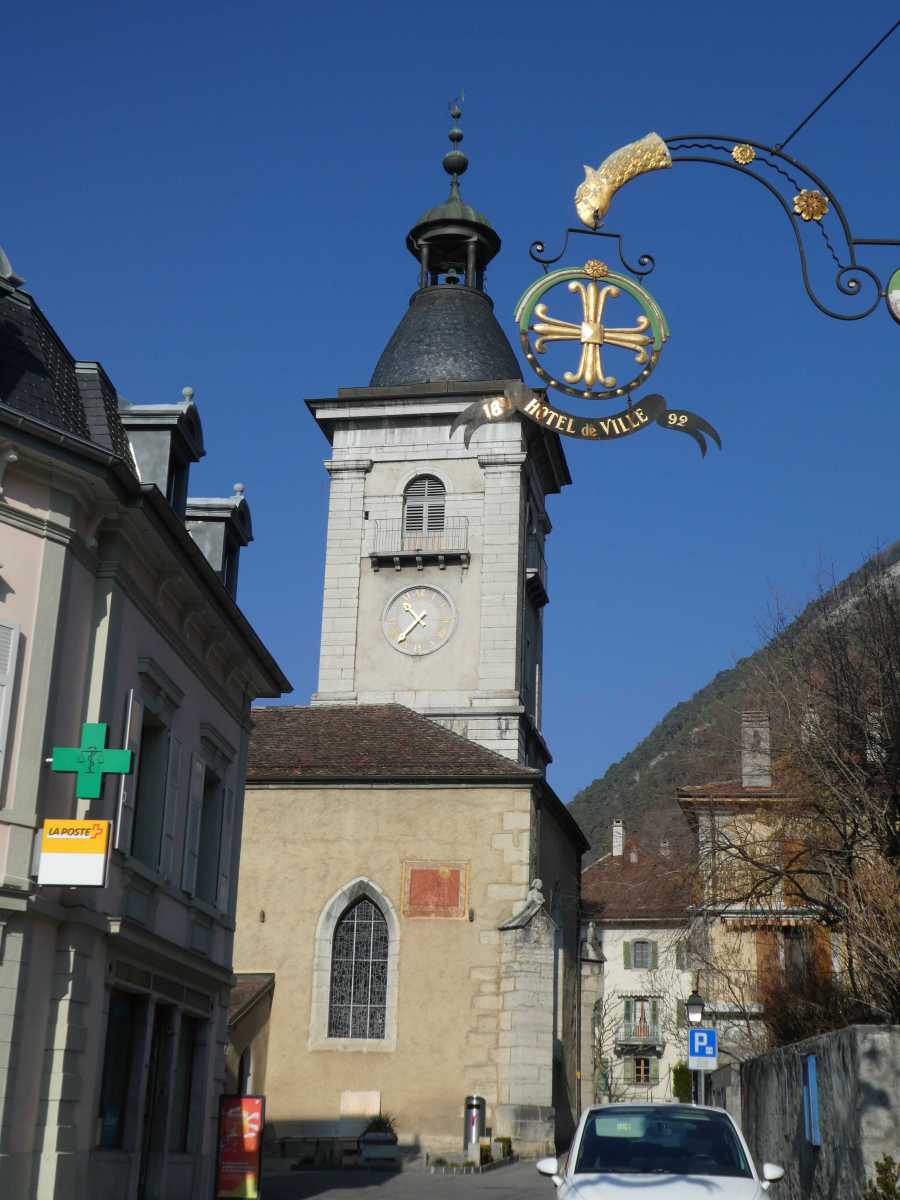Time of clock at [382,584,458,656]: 10:37
